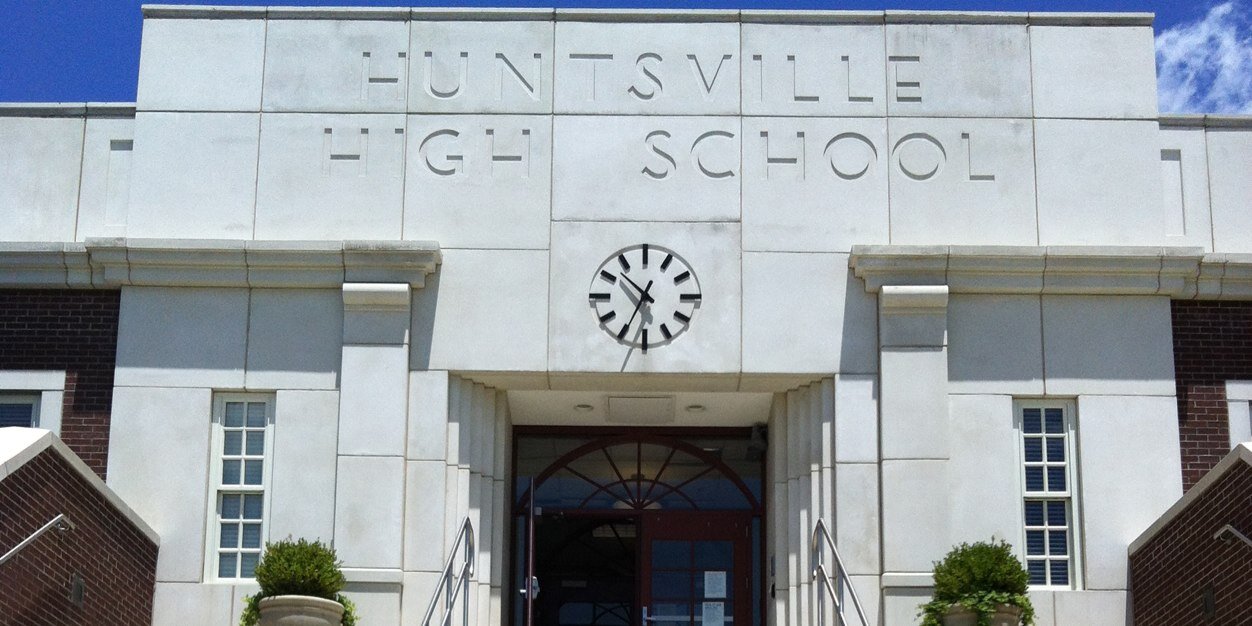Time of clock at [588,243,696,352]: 10:34
